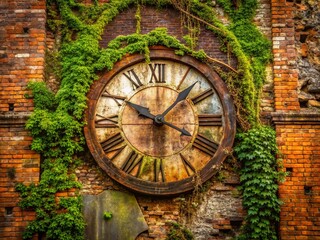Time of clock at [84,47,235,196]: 10:07
